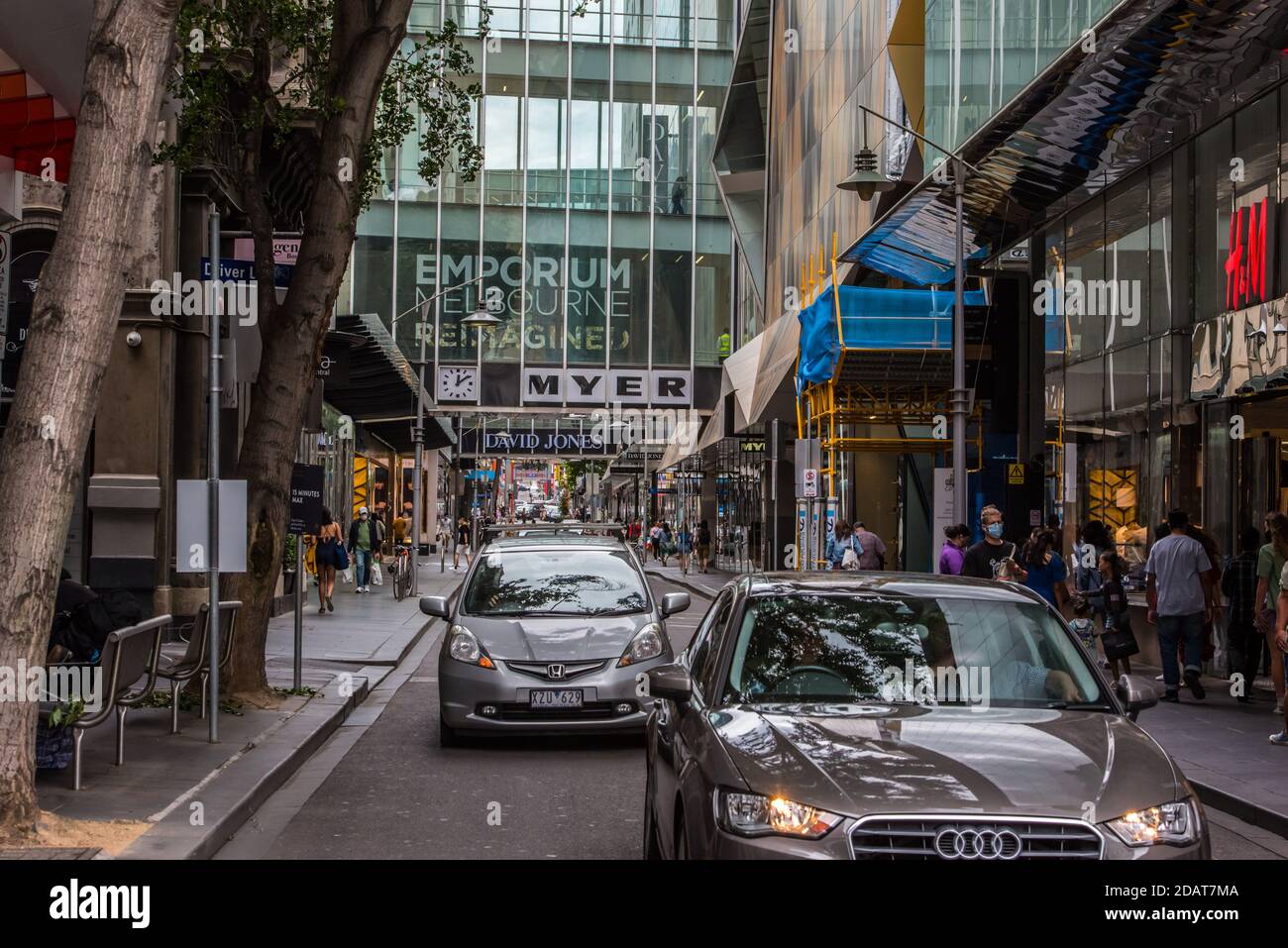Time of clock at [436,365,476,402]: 12:08
